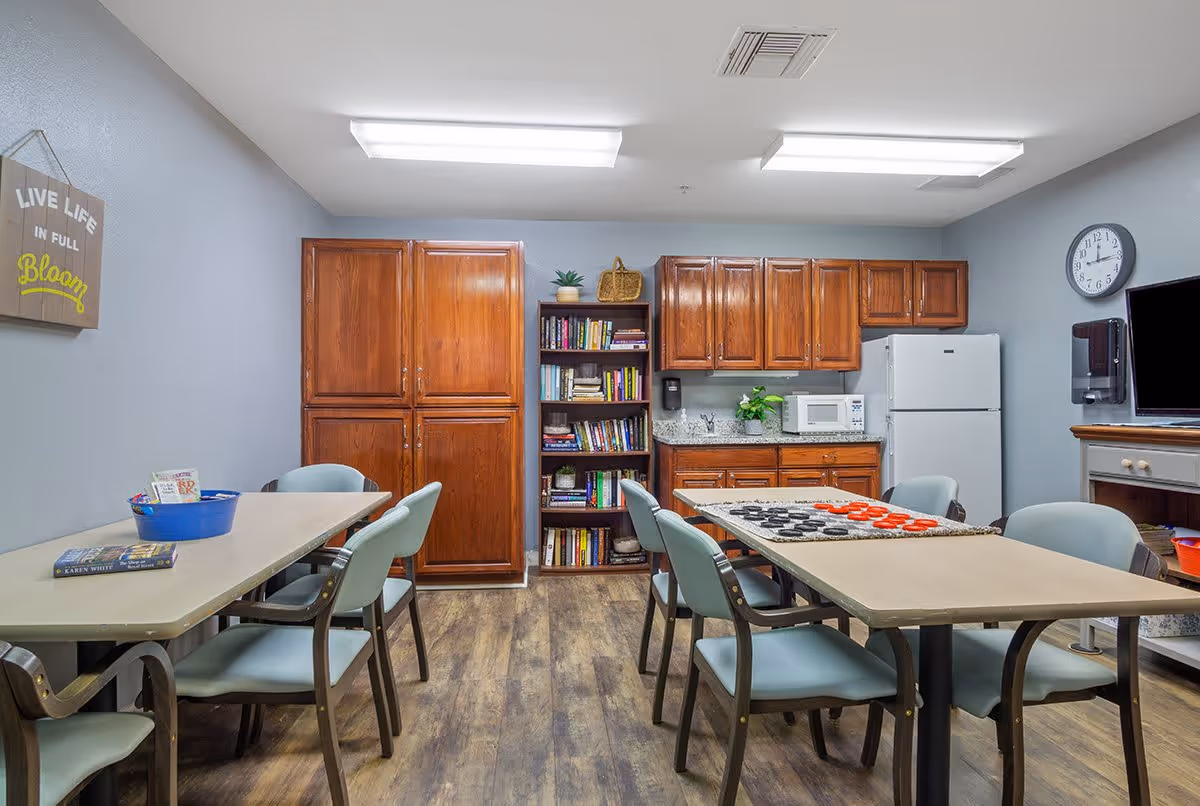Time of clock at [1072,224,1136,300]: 12:14
